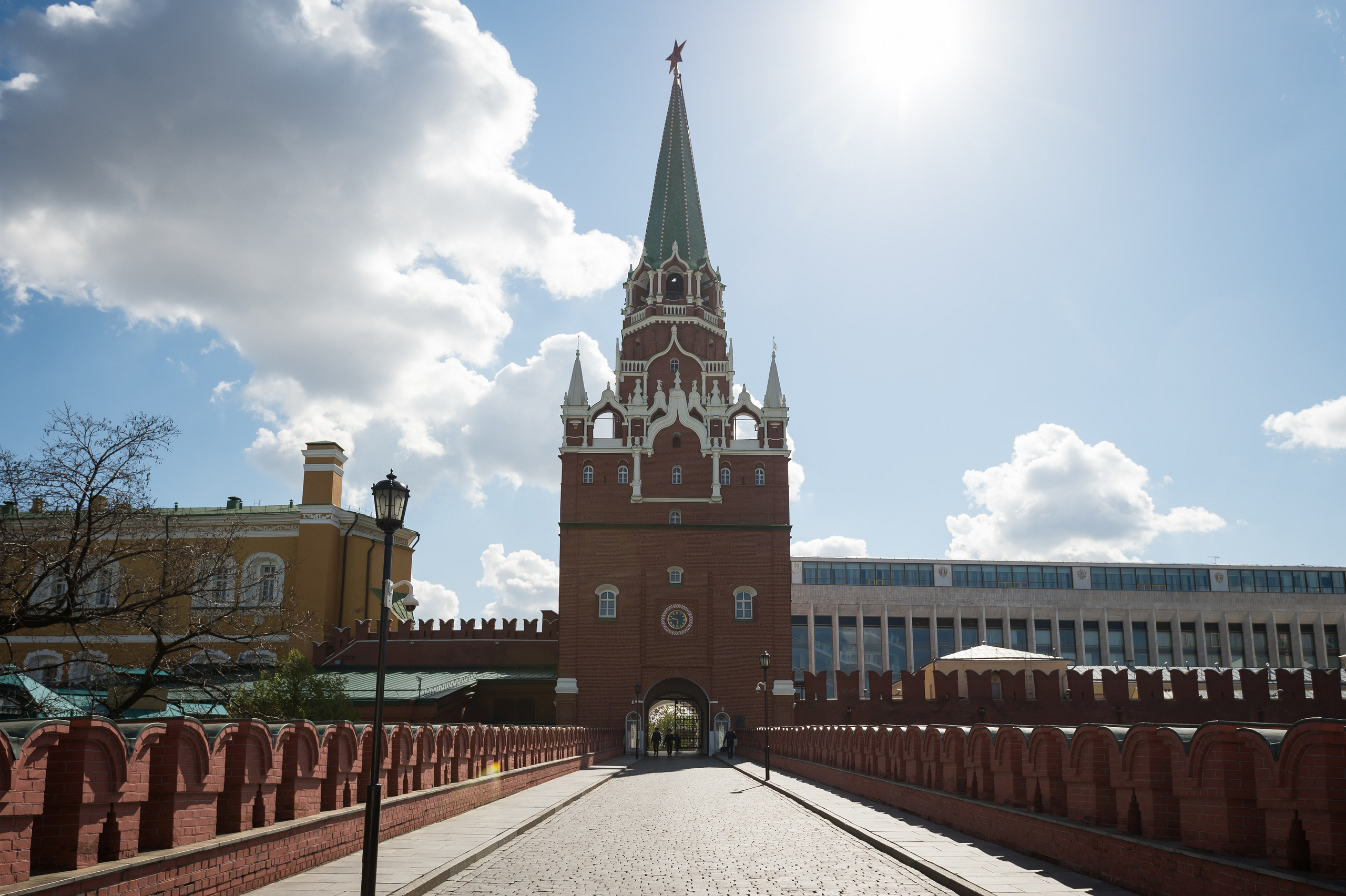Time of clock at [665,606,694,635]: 9:28
